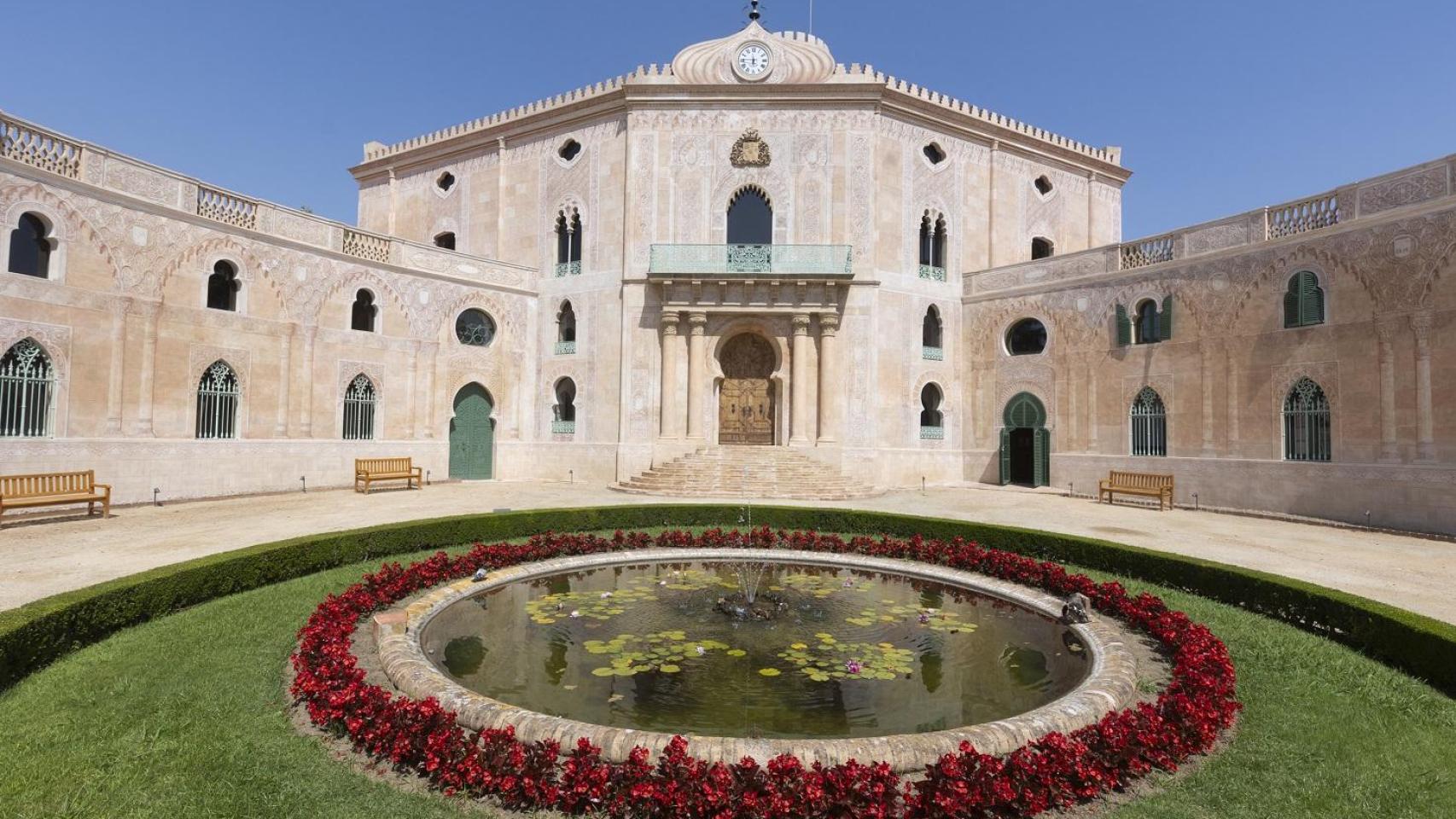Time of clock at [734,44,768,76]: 5:45
